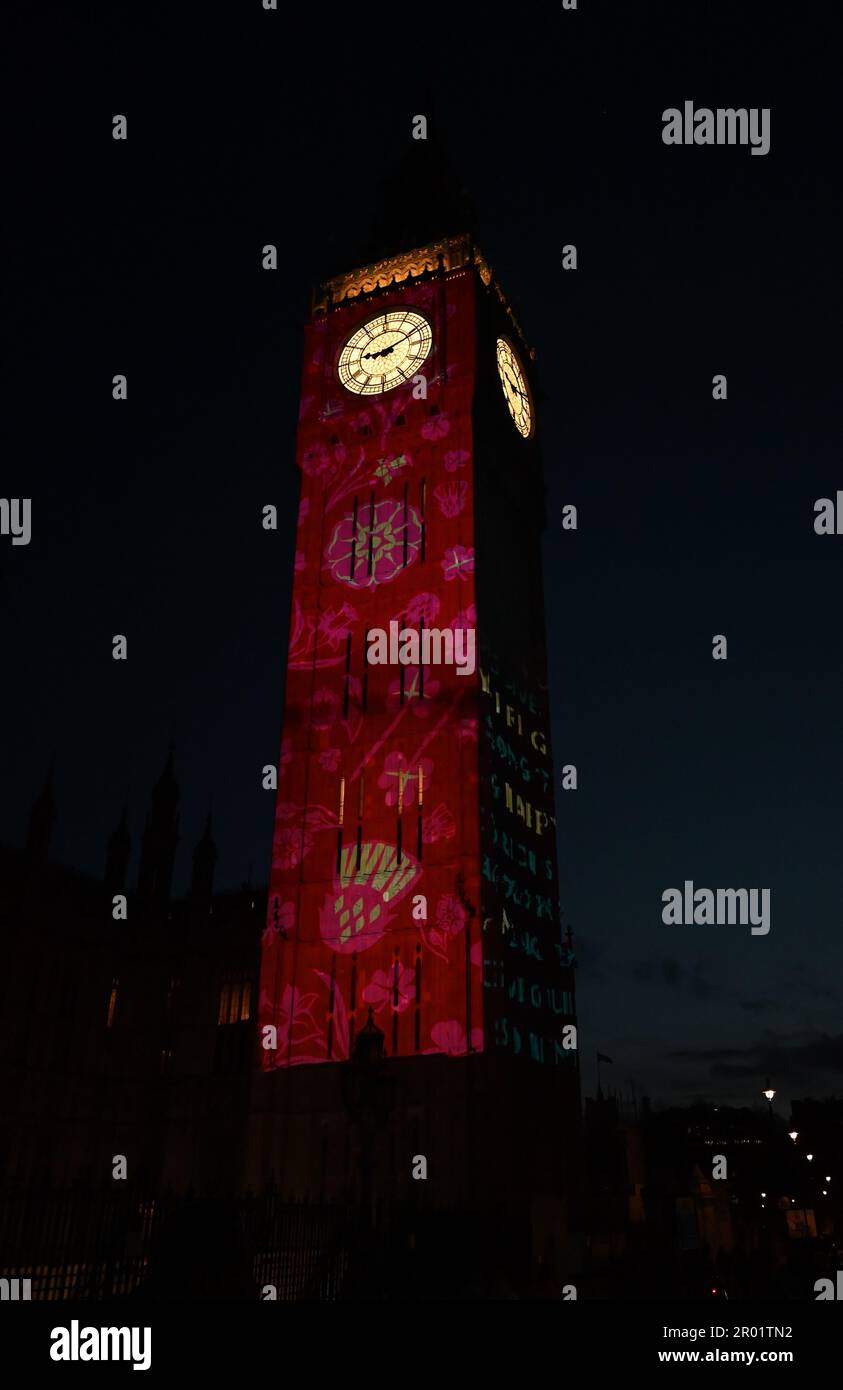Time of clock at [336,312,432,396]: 9:11
